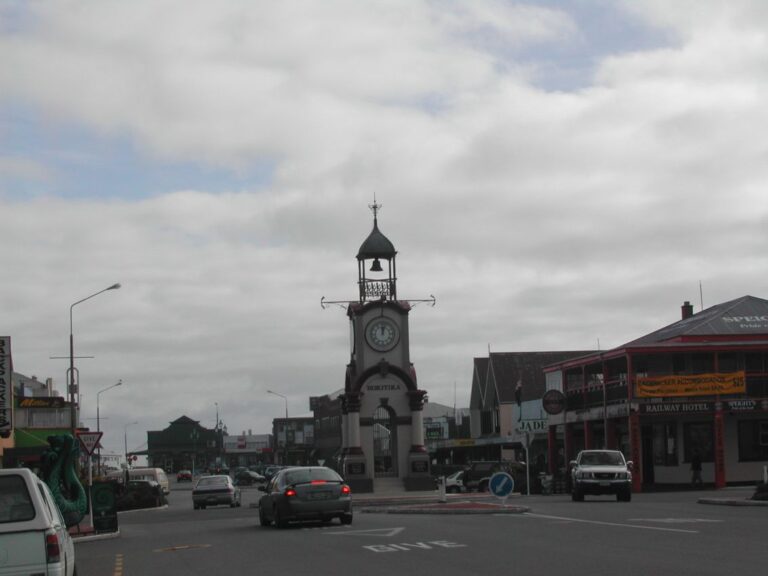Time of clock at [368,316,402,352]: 12:02
